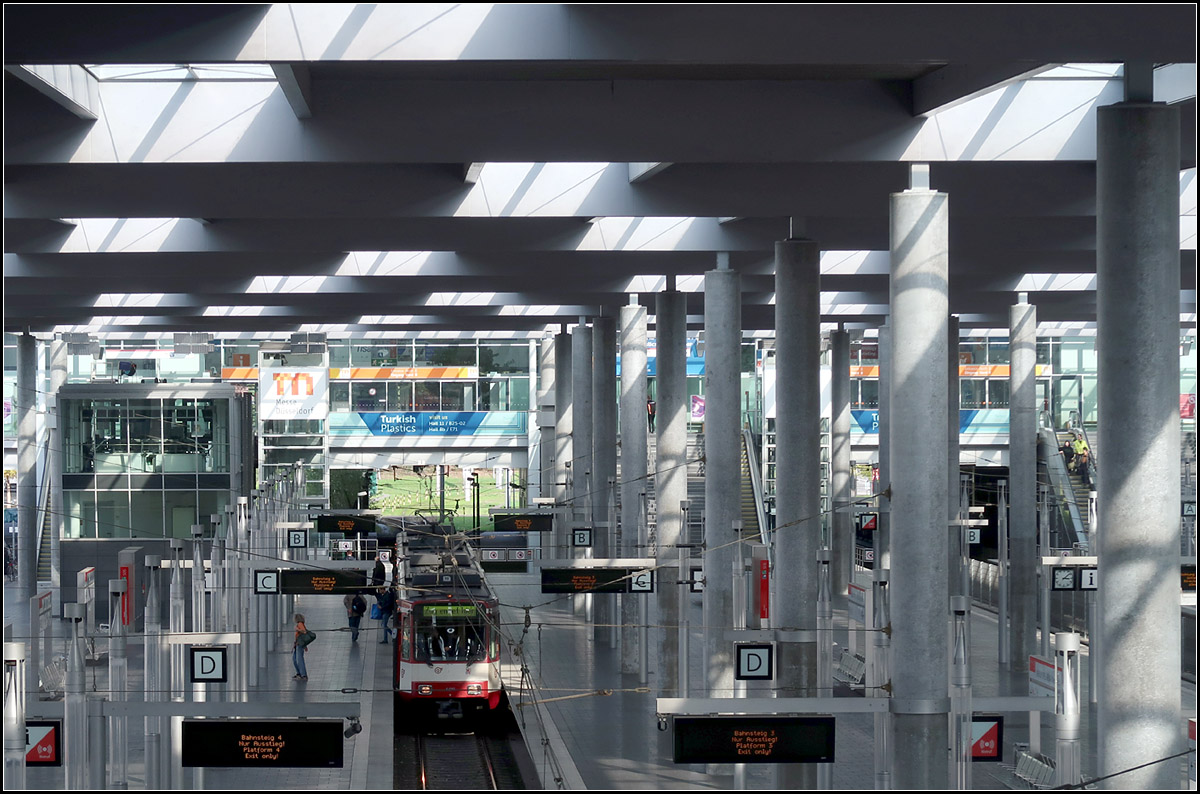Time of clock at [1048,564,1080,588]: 3:07
